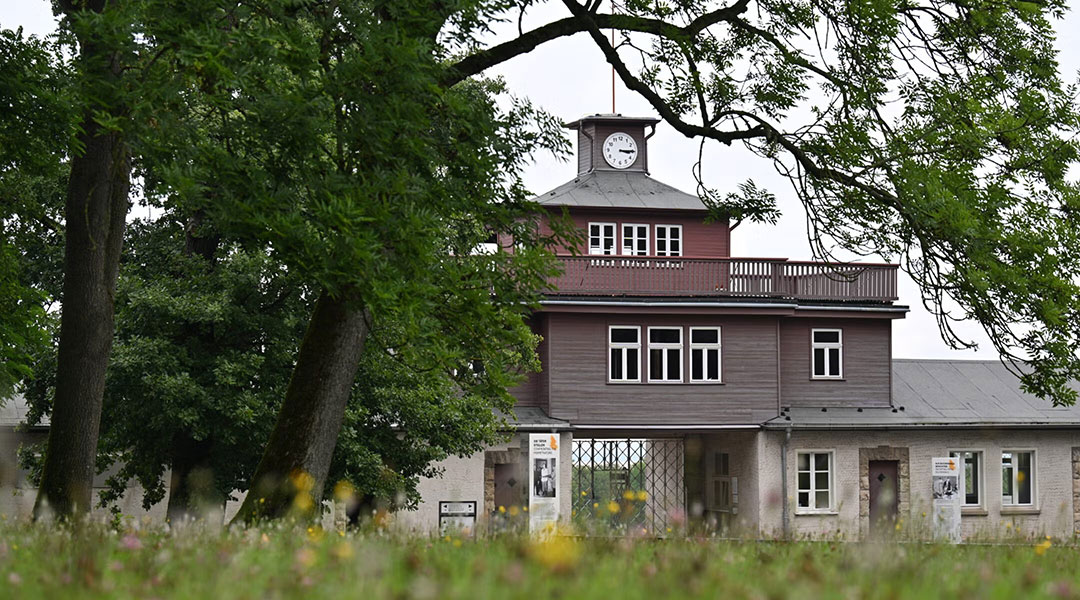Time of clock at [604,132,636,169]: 3:14
